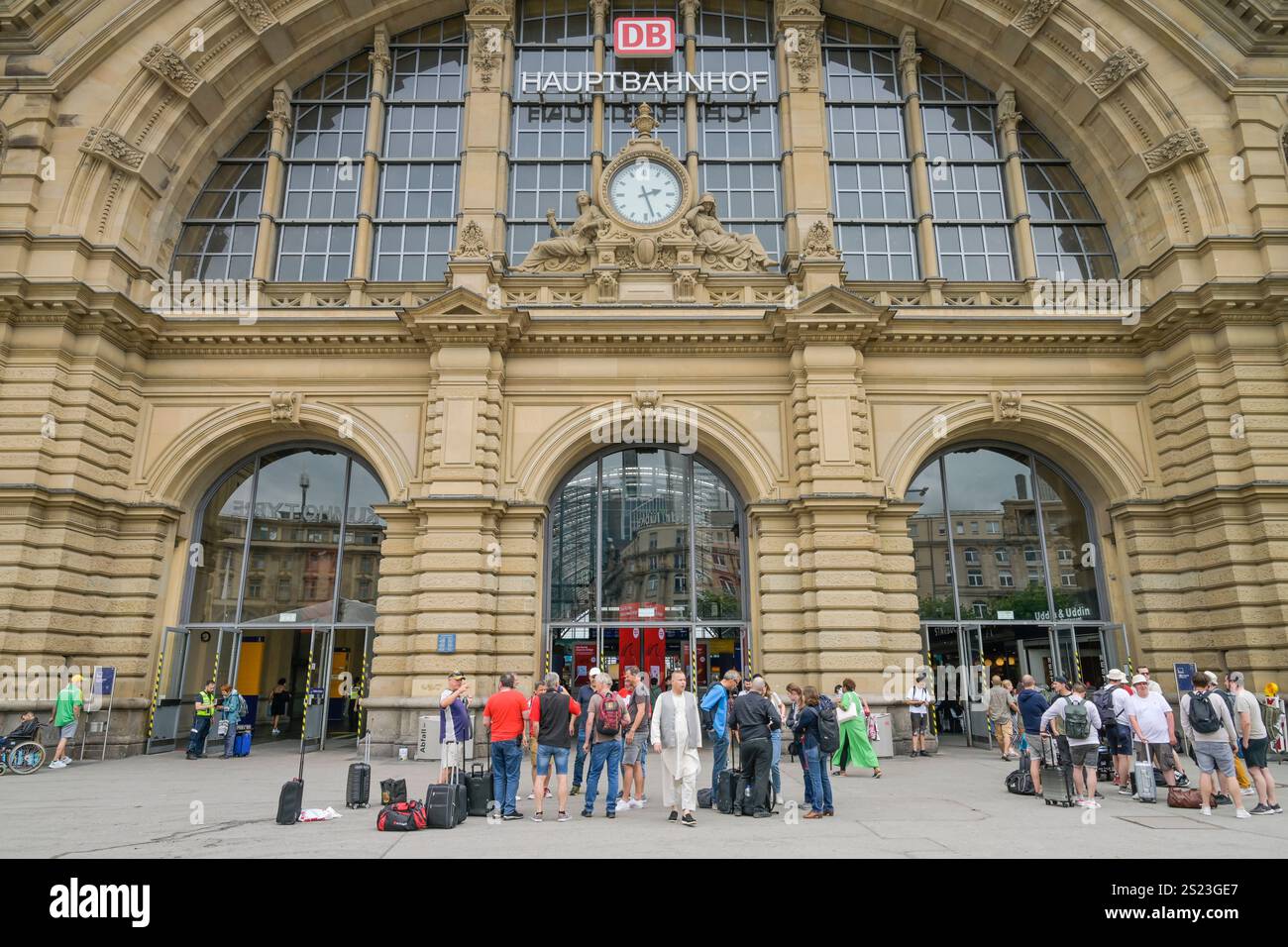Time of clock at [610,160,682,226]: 2:27
